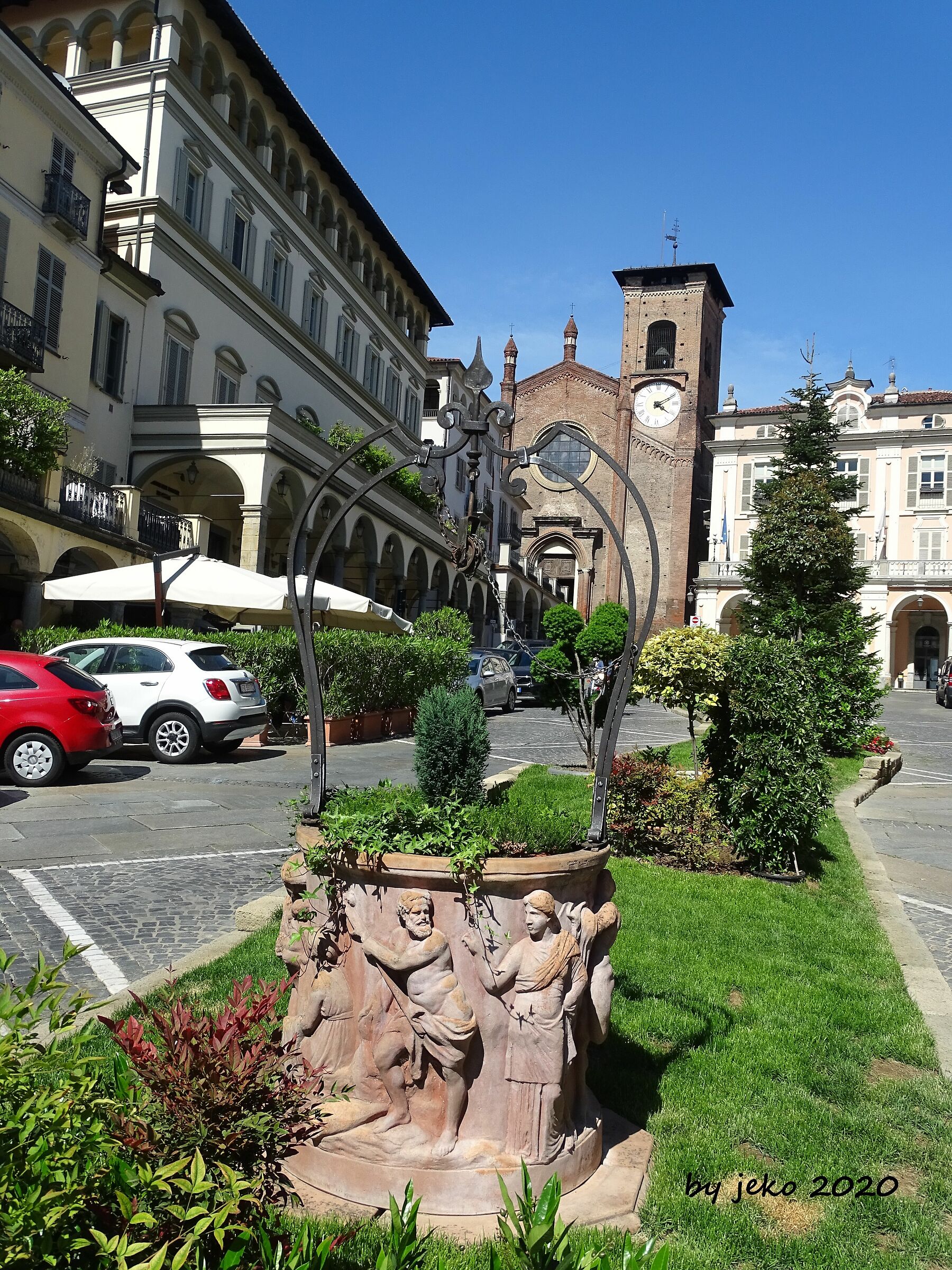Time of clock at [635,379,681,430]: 4:10
